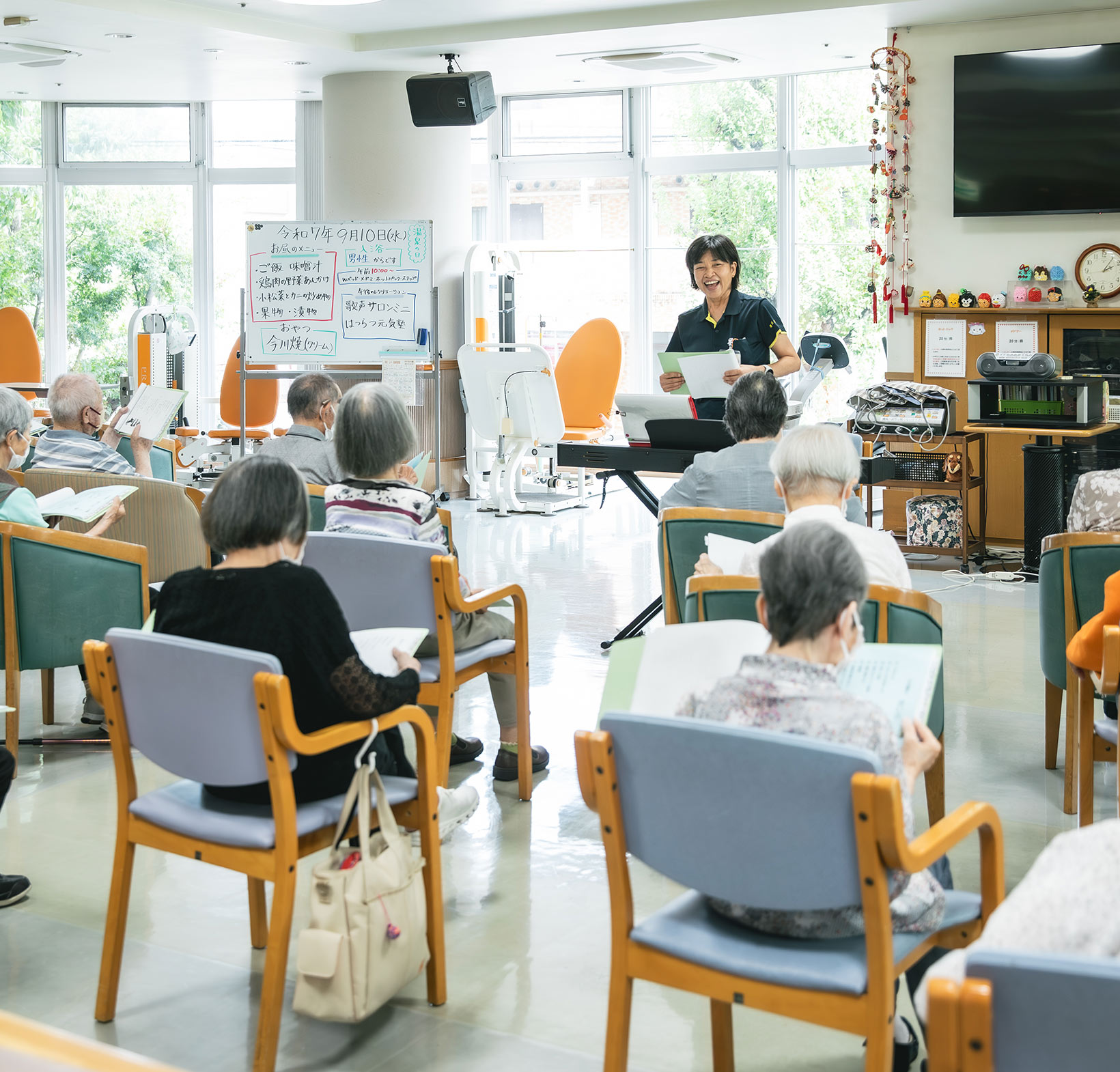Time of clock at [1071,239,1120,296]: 2:06
